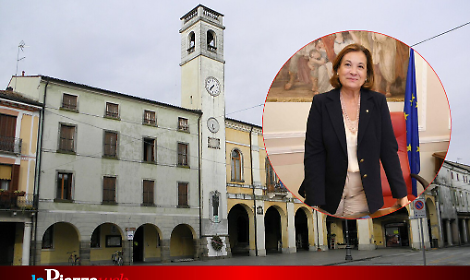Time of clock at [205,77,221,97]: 7:36
